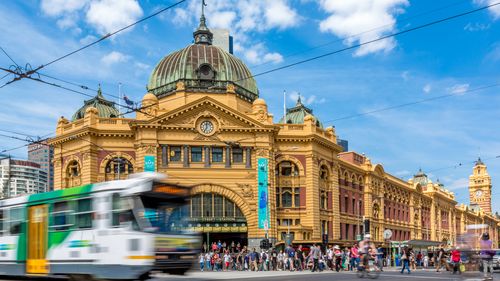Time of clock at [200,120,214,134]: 11:35
